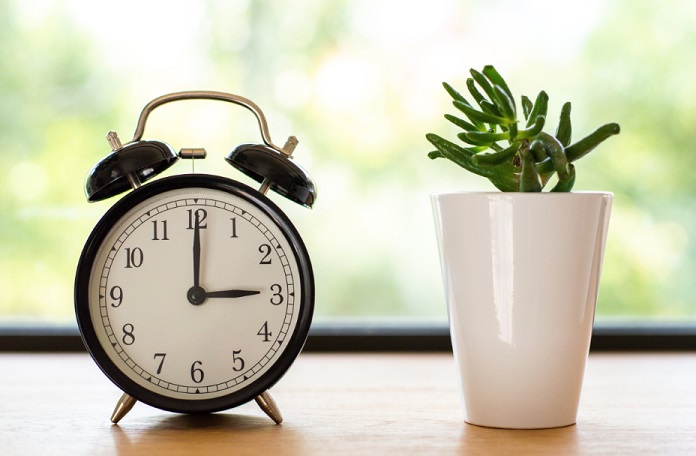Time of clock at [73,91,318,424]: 3:00
